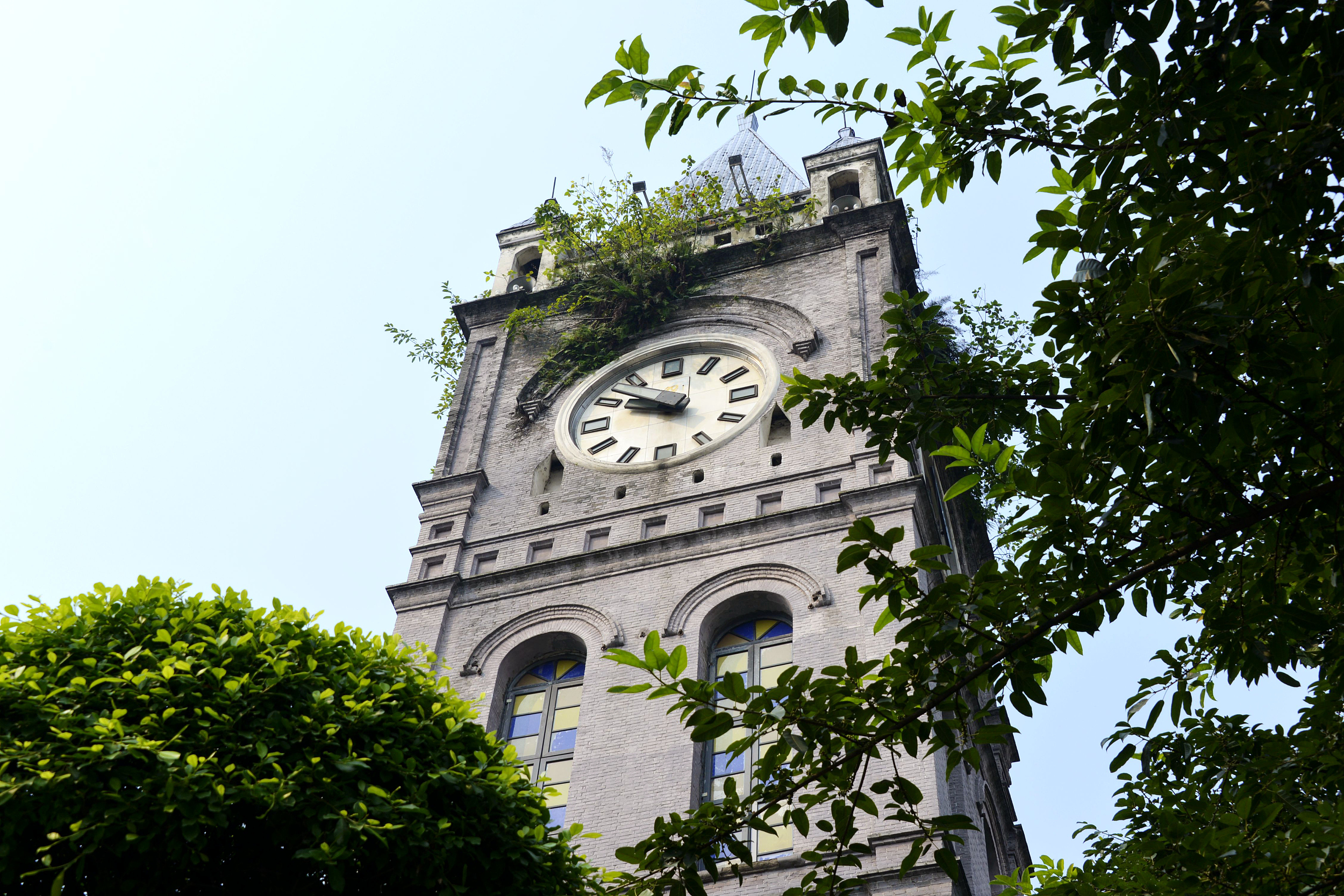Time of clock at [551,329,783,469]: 9:51
